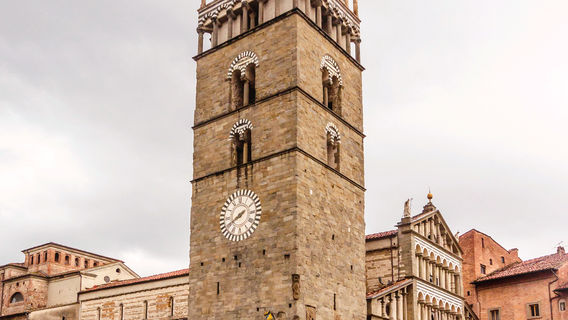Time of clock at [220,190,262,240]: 7:39
